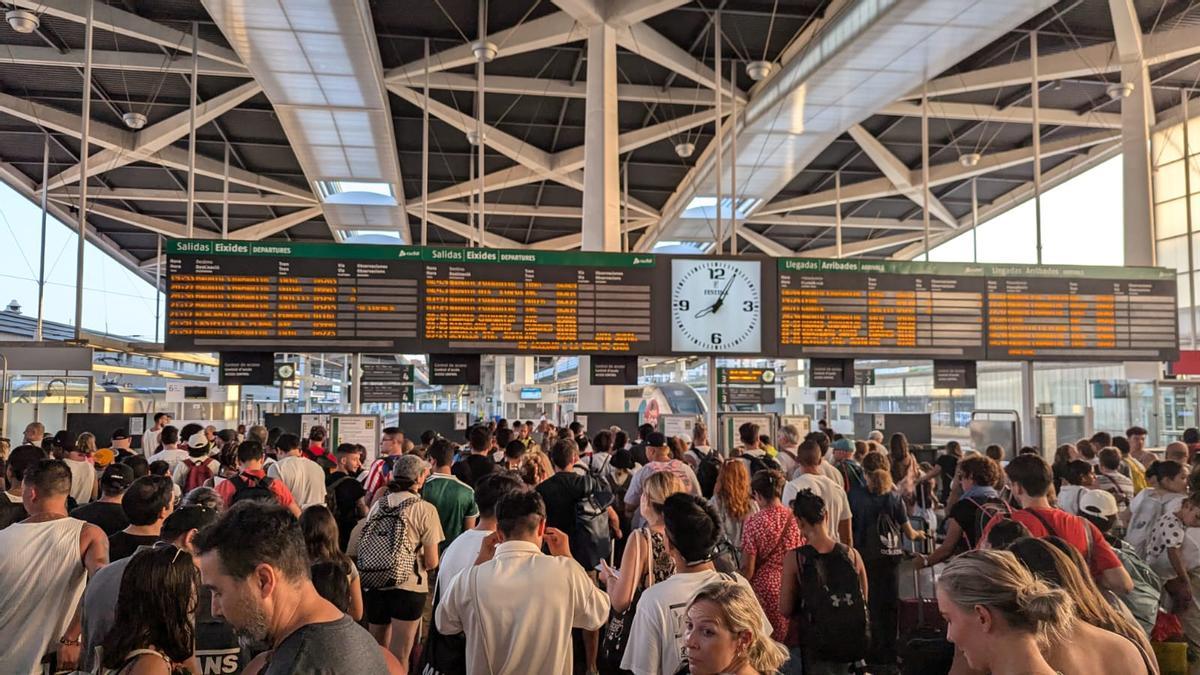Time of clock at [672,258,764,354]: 8:05
